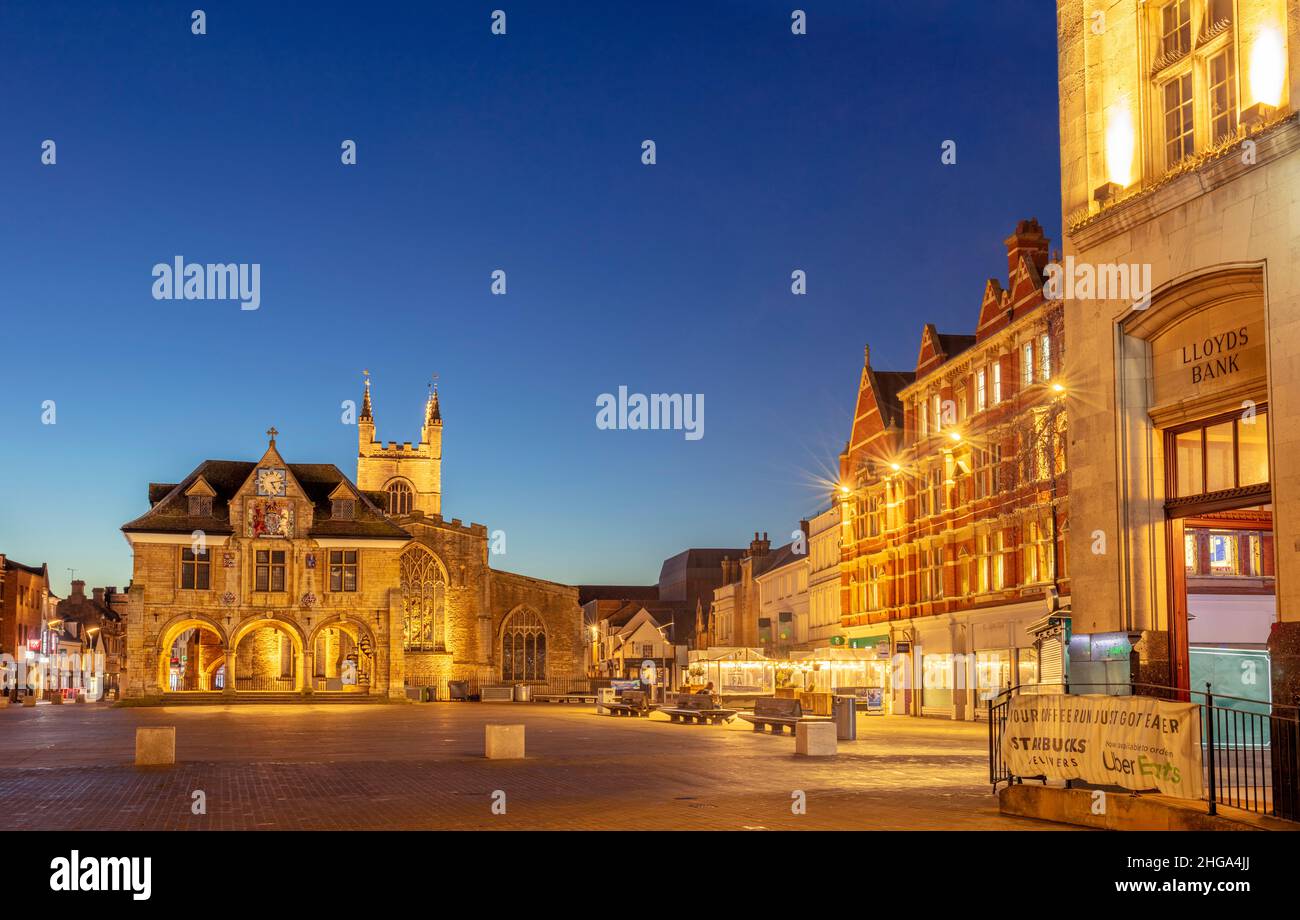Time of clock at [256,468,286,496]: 5:12
